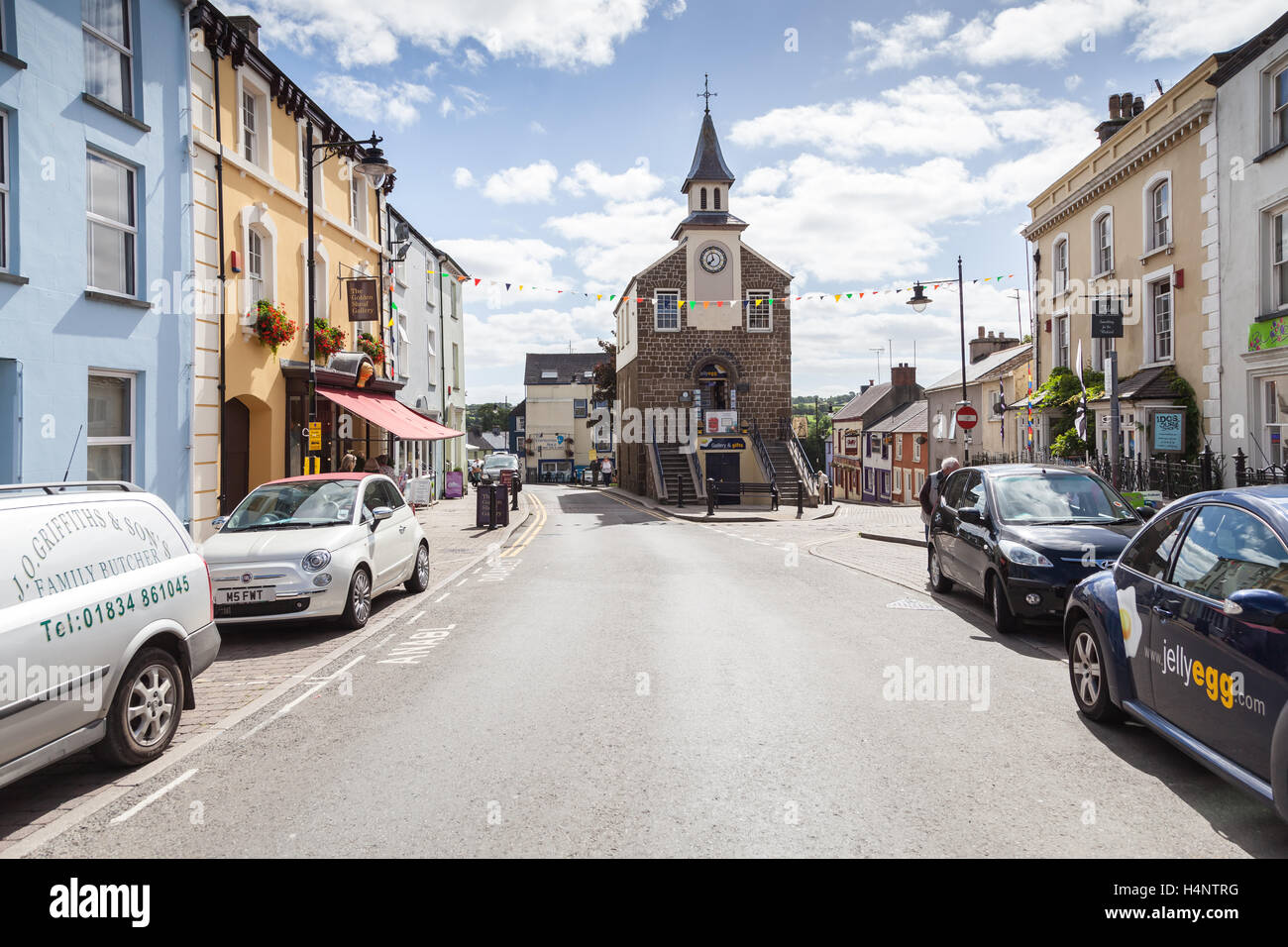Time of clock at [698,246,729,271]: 7:57
